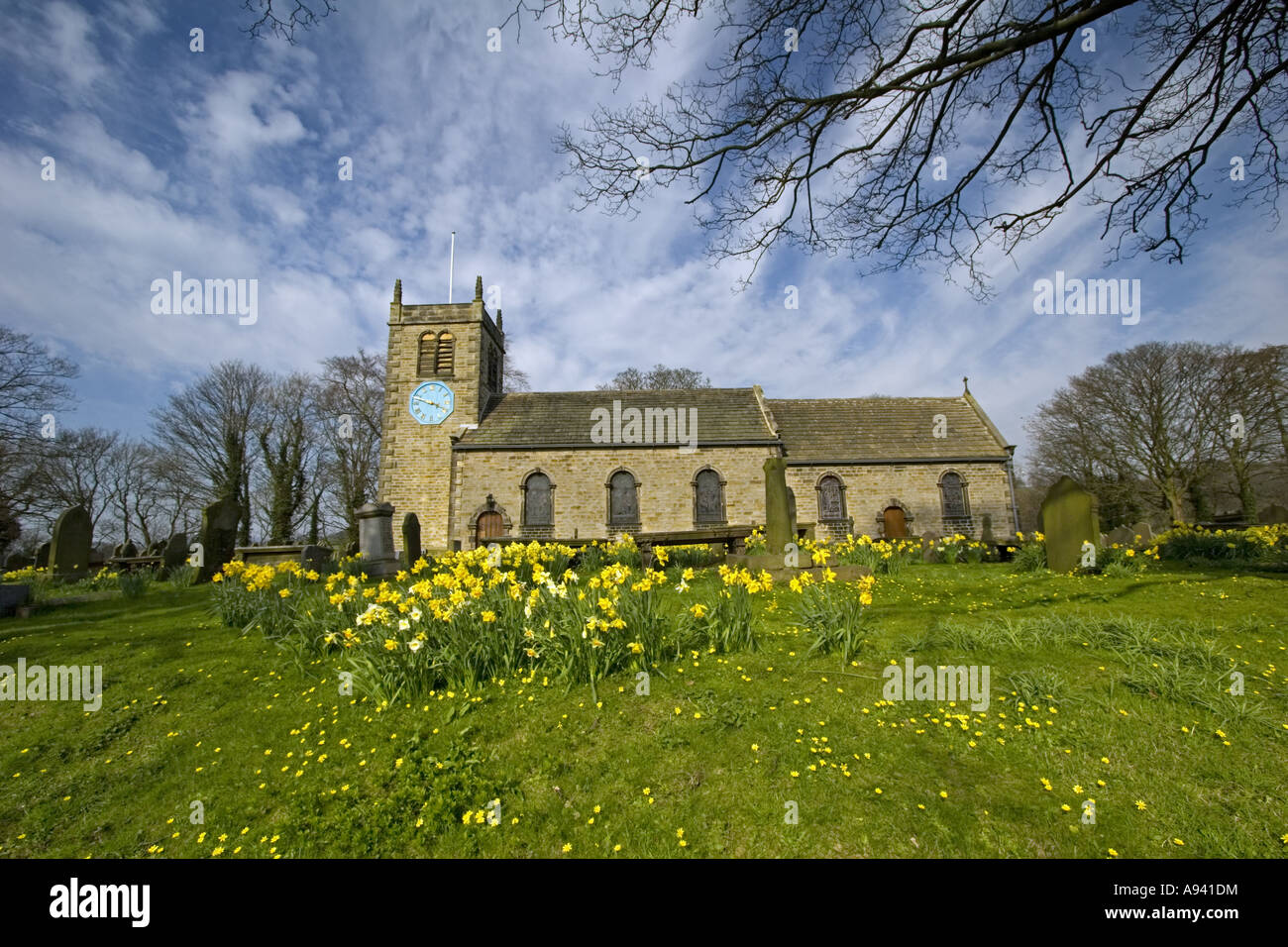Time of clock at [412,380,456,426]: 3:47
